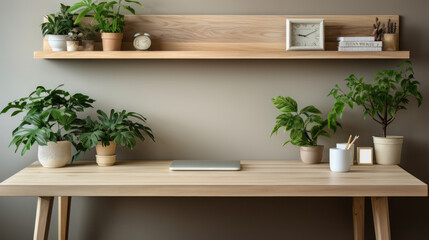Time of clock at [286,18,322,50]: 9:10
